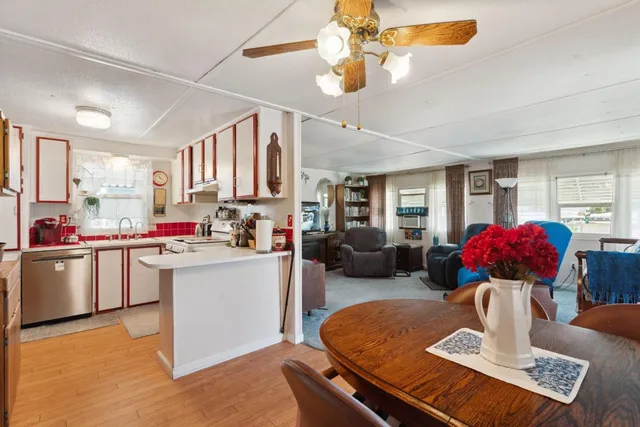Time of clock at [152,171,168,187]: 11:21
